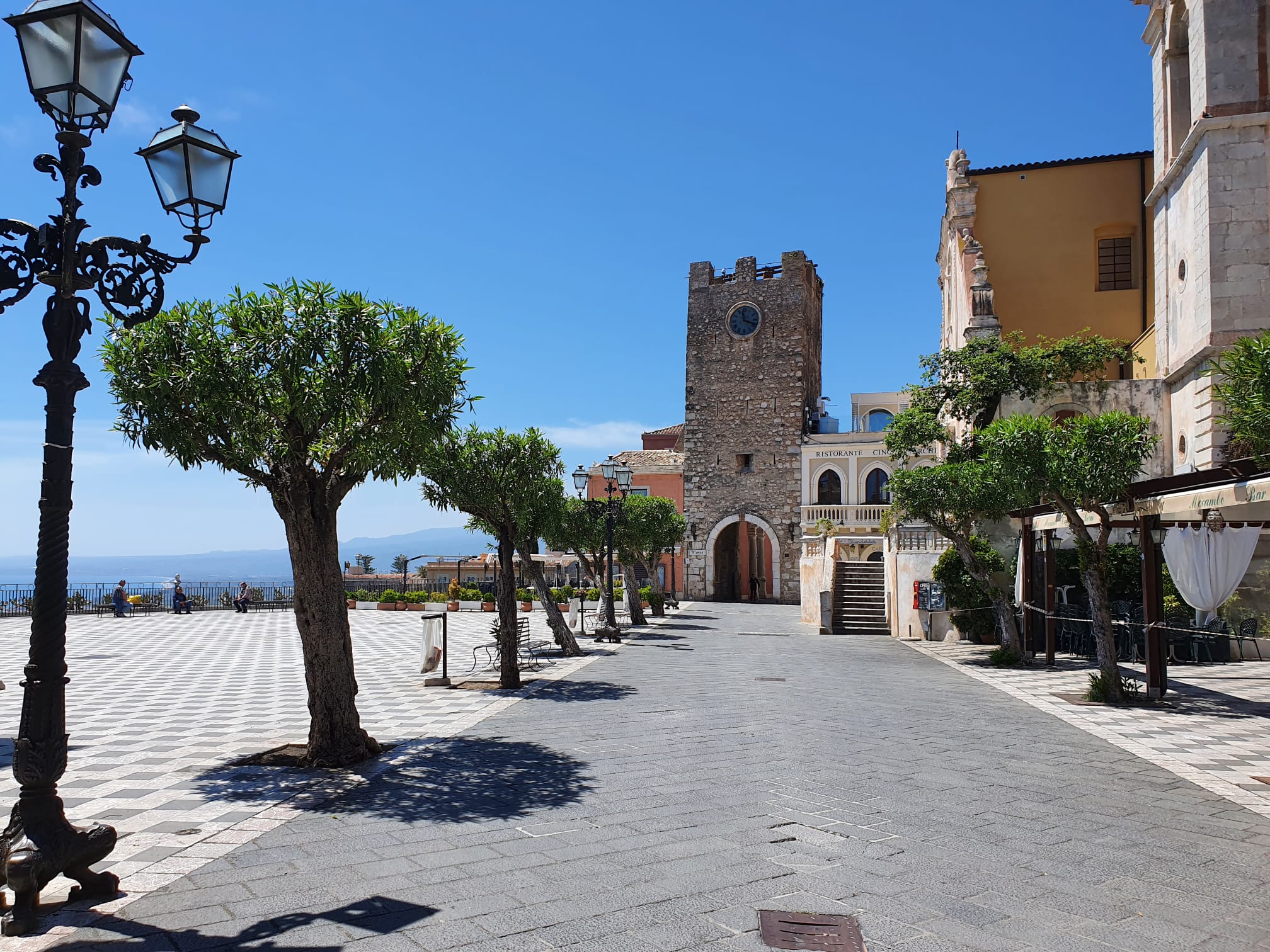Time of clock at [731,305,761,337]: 11:18
